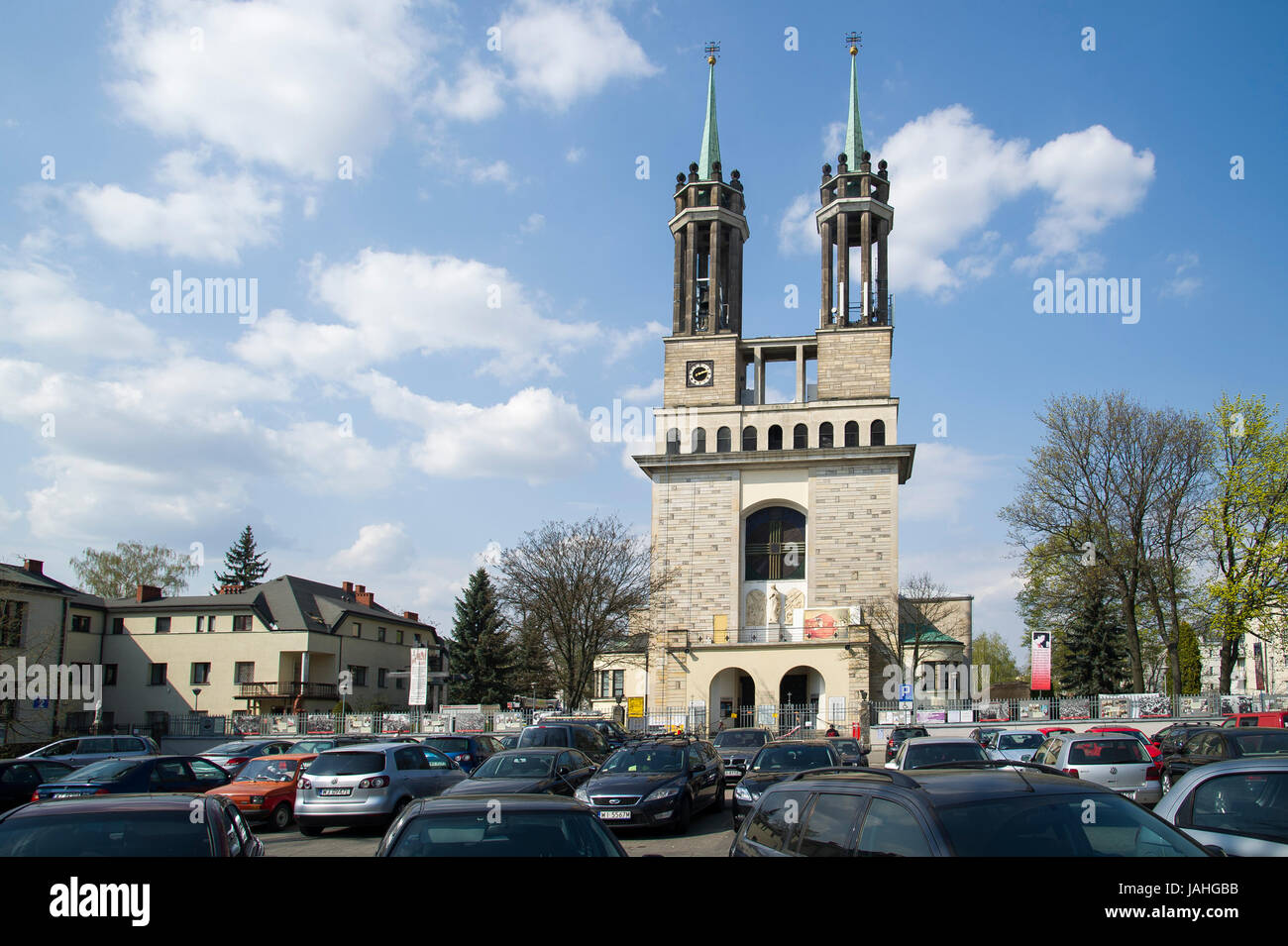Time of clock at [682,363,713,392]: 2:12
